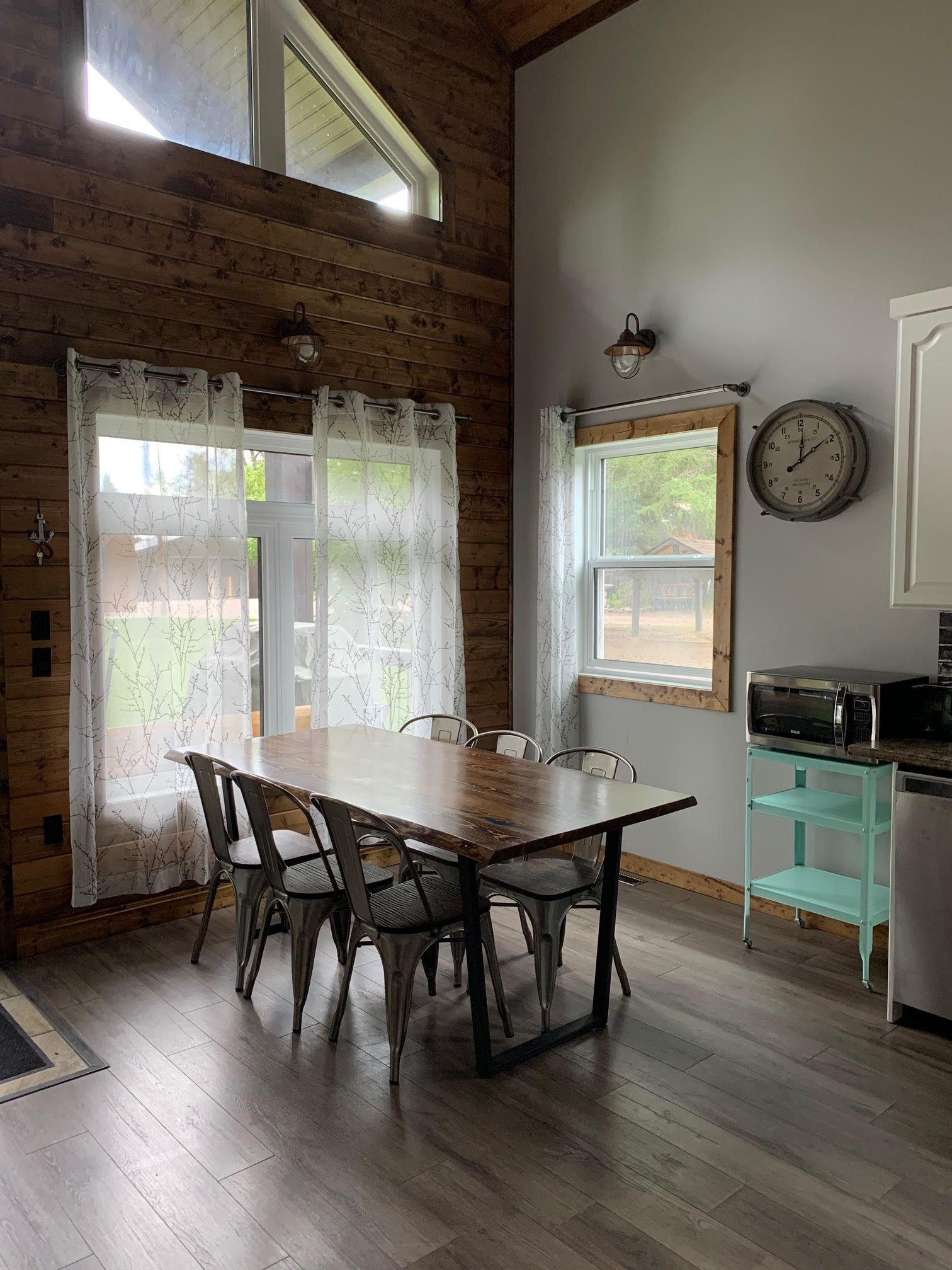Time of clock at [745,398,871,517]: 12:09
